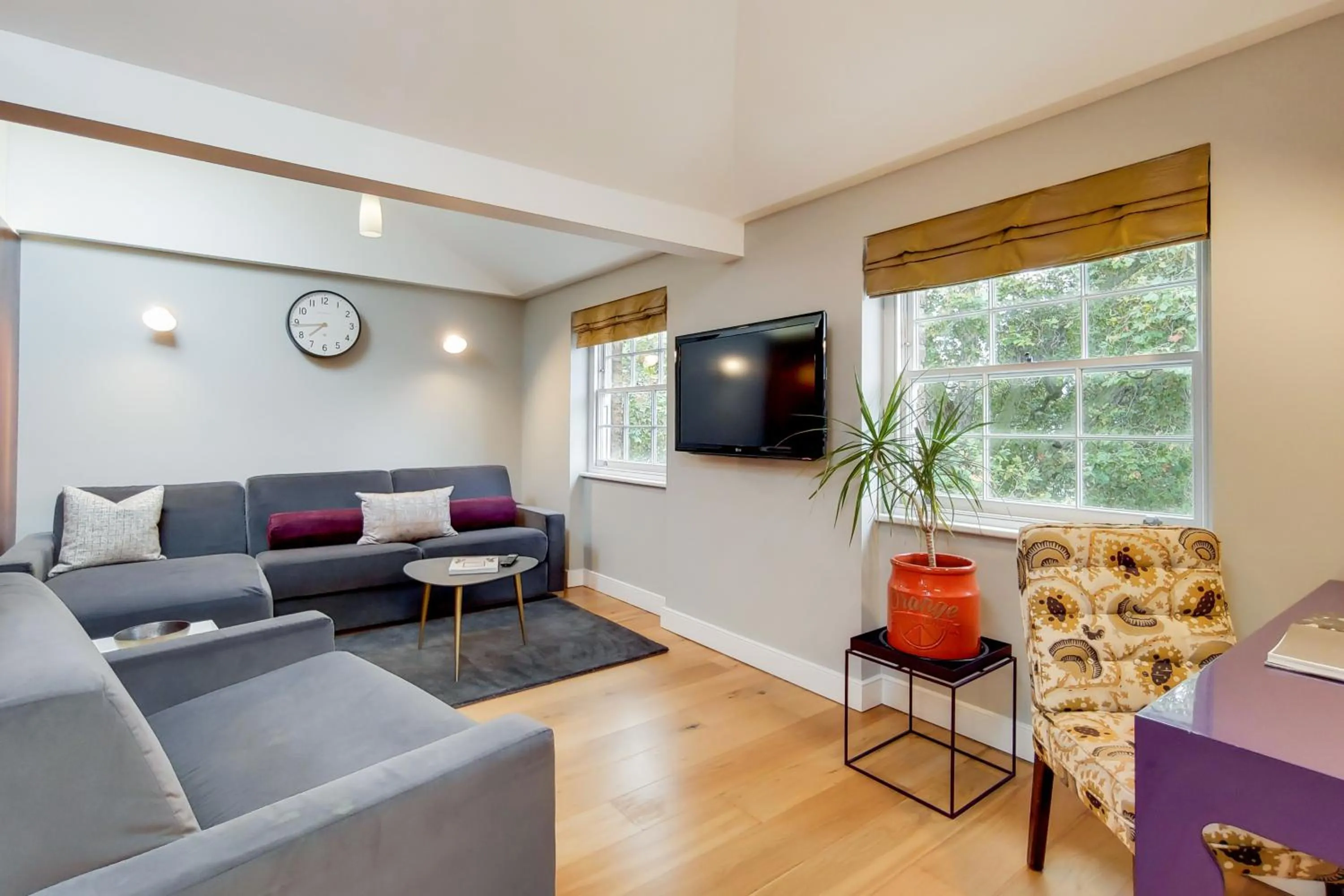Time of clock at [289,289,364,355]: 7:43
